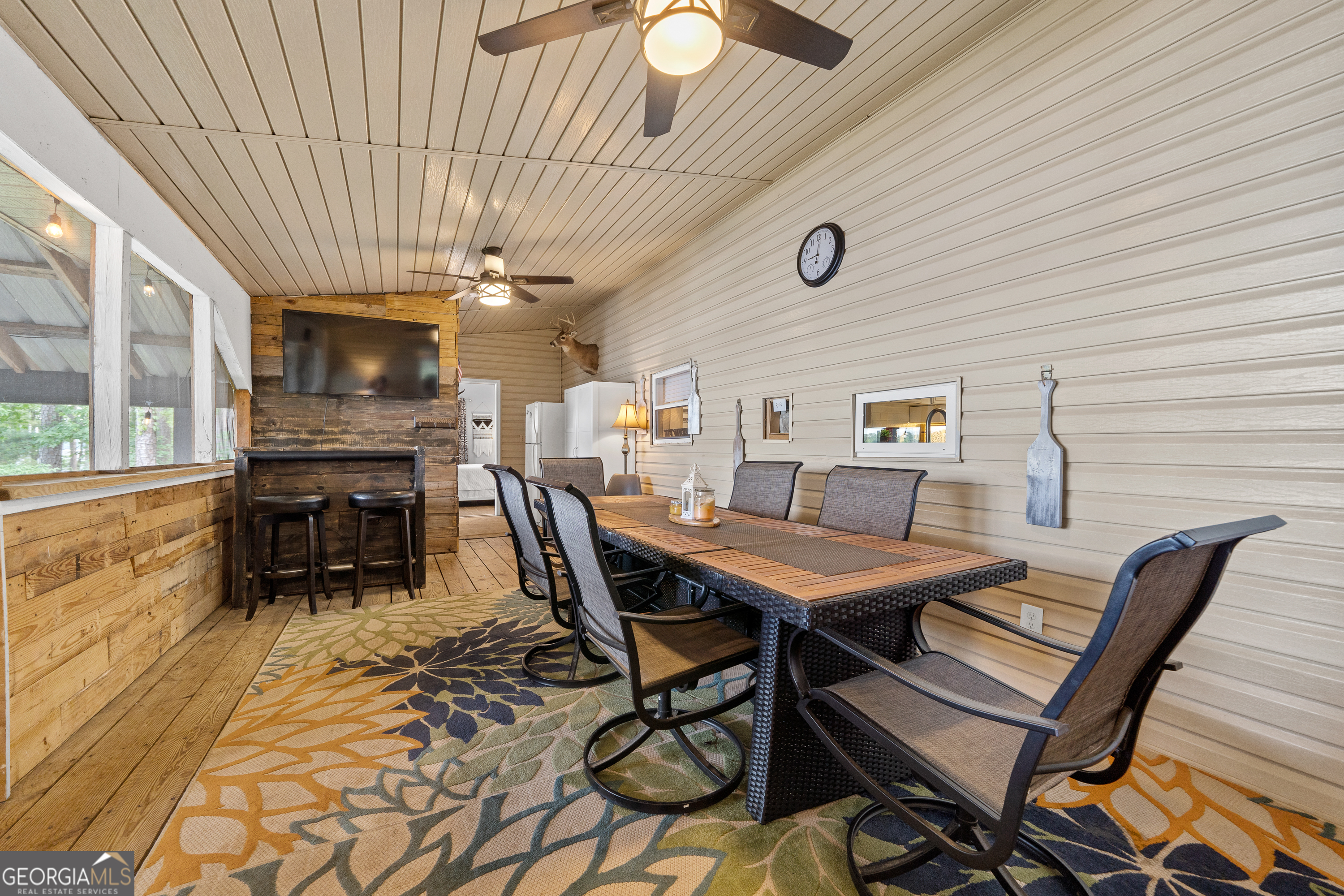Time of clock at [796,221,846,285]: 9:00
